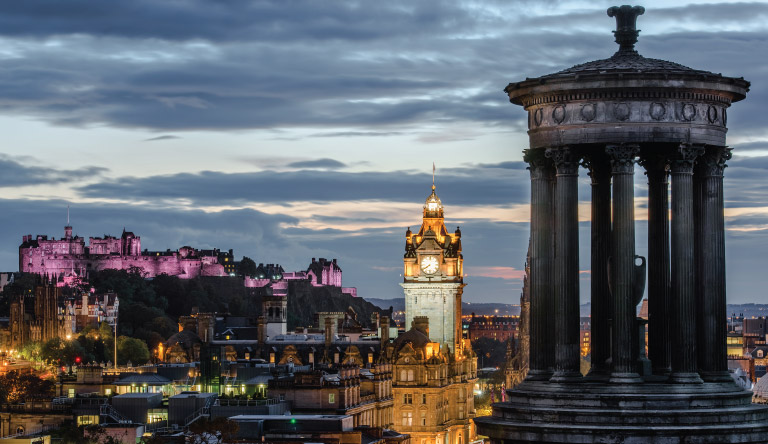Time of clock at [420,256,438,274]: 7:39
